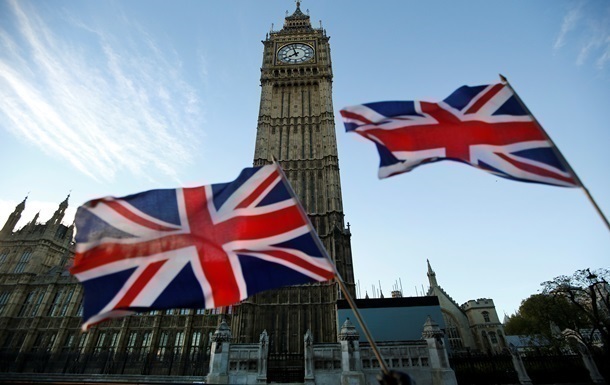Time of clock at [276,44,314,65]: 7:57
